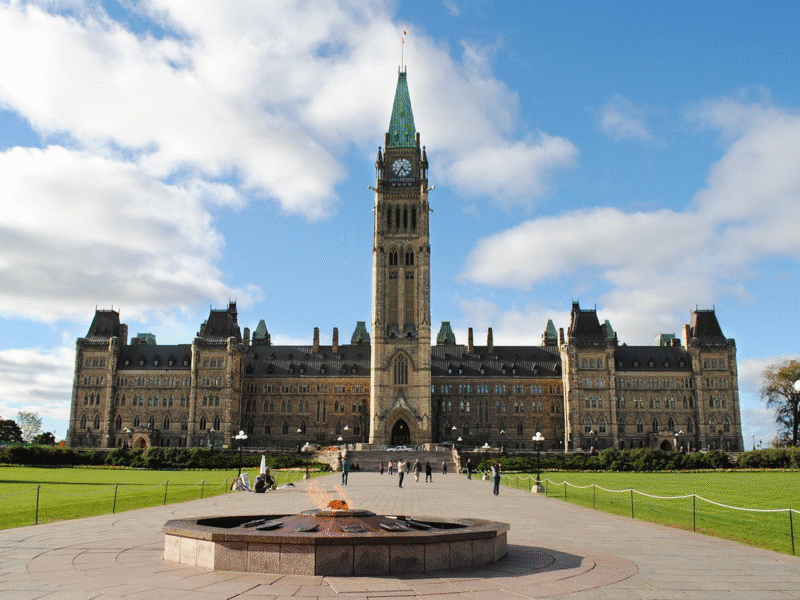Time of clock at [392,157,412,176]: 4:35
